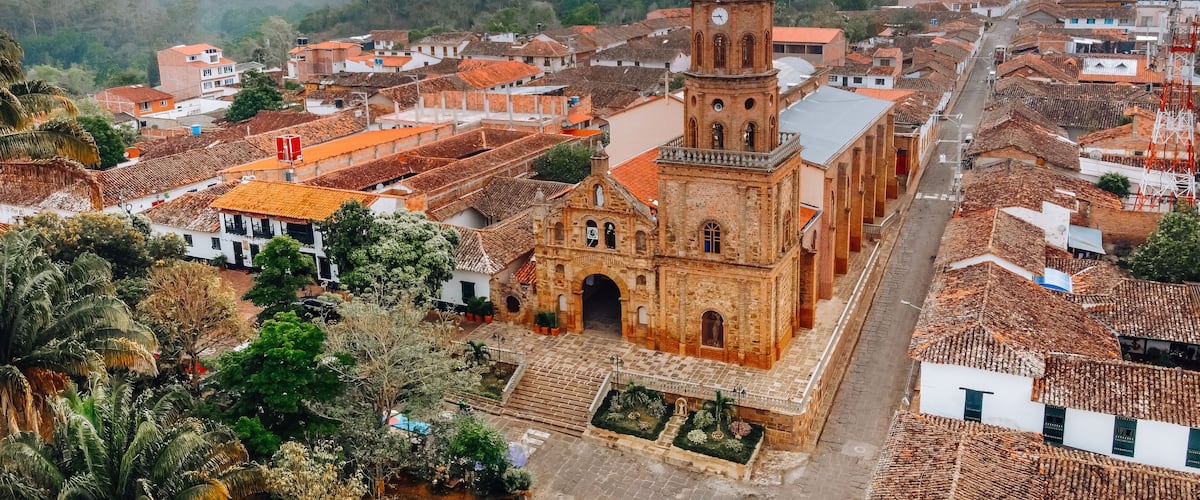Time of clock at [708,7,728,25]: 4:44
